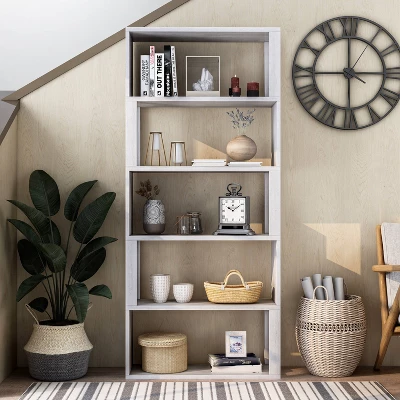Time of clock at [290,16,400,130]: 5:59
